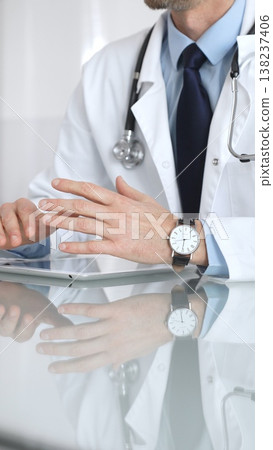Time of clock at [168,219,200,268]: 8:30
